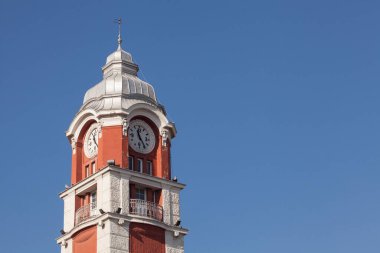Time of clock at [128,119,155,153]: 11:24
